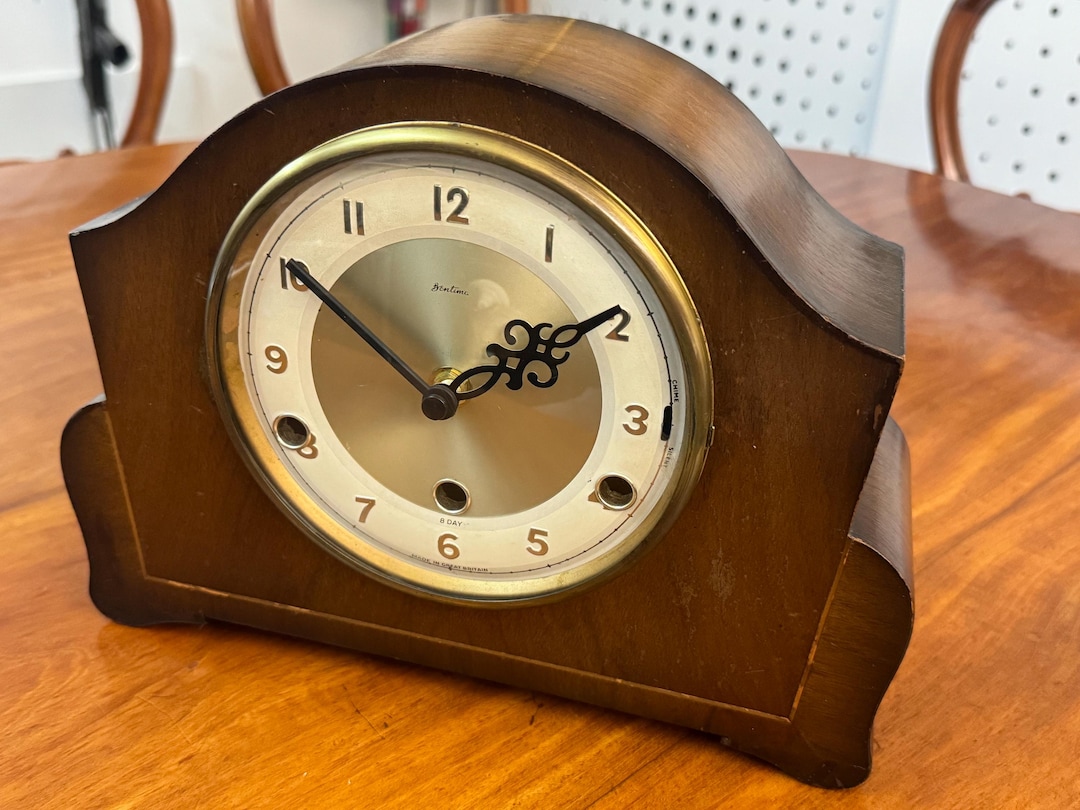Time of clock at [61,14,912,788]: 1:50
